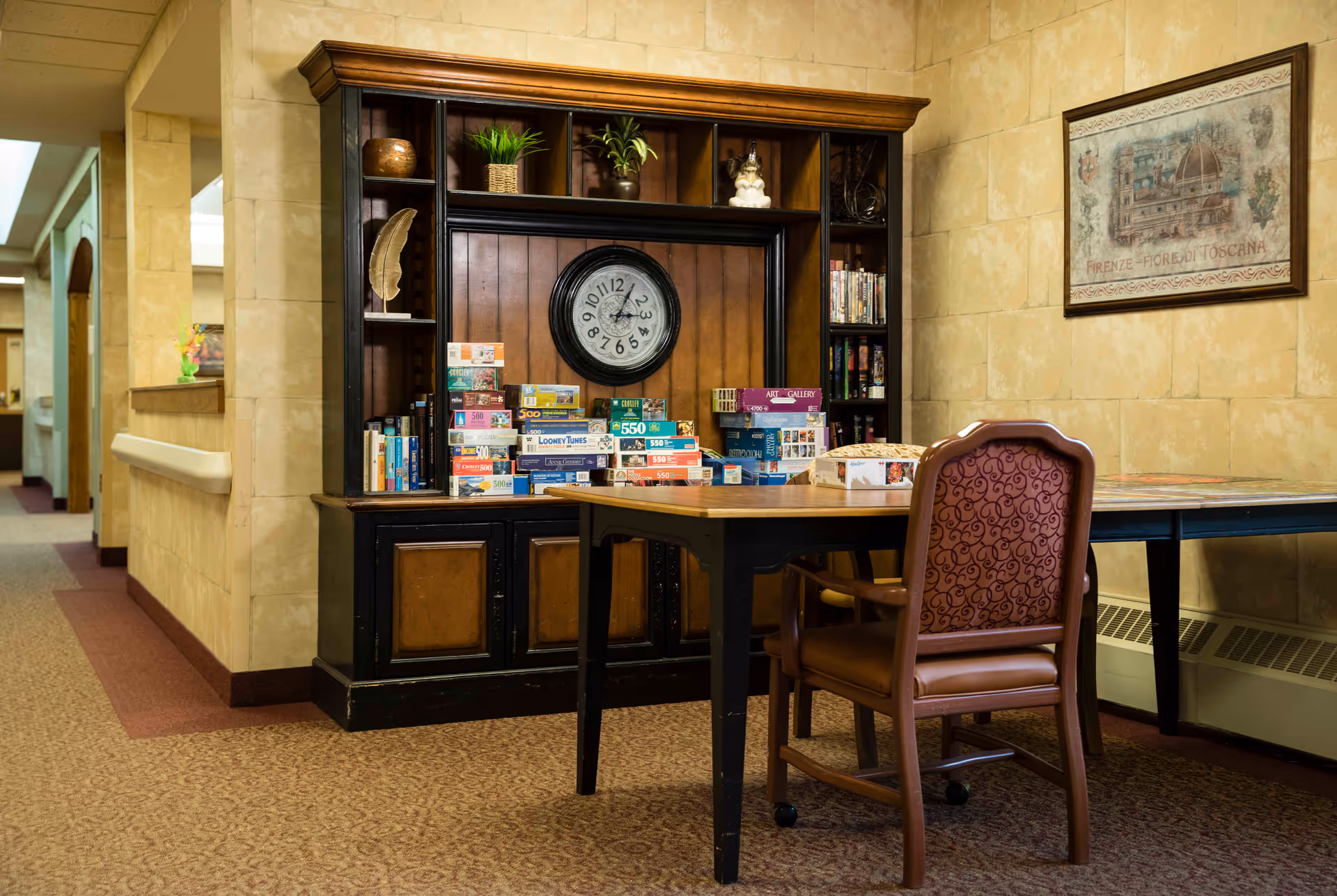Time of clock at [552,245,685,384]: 3:04
